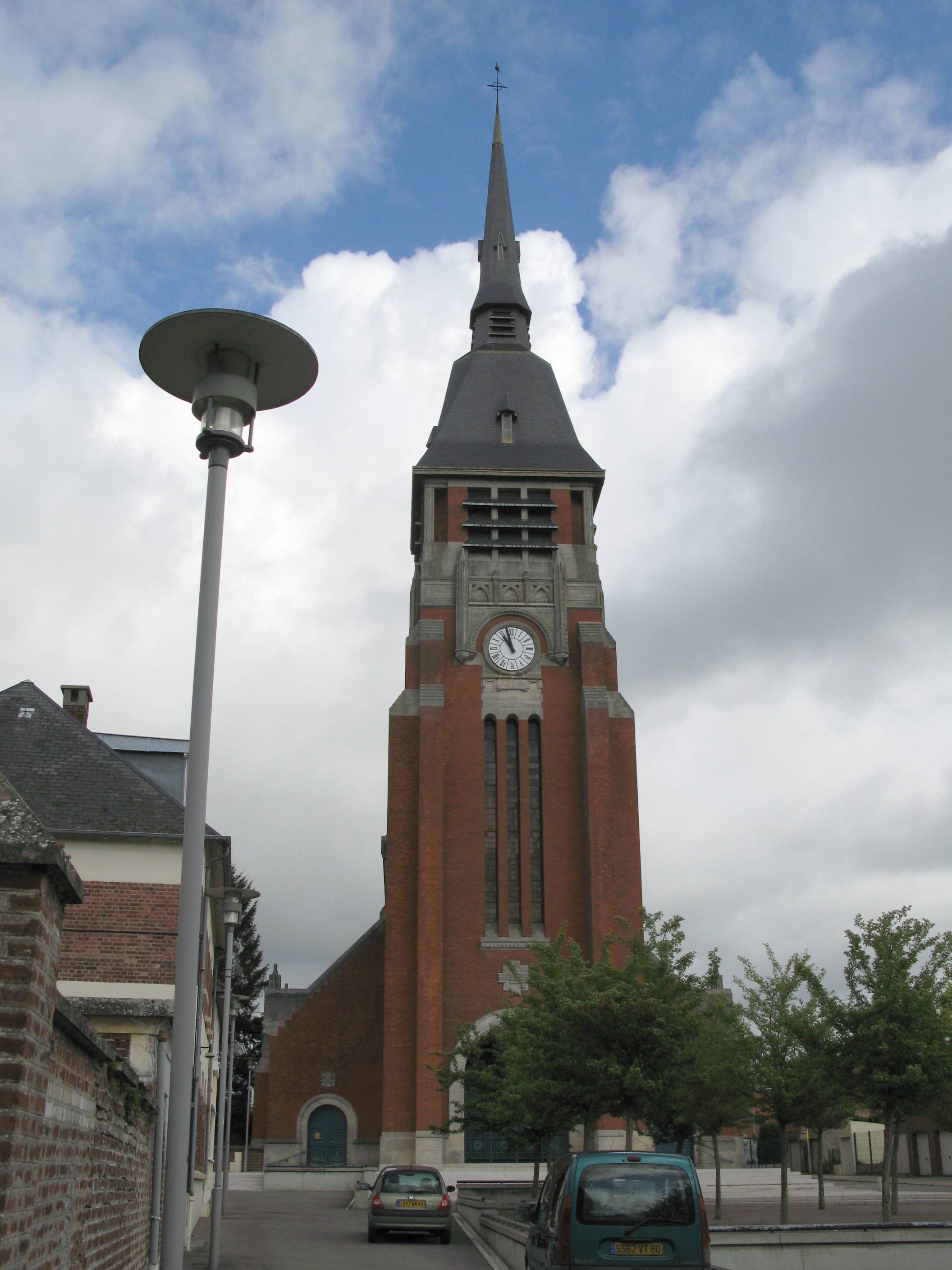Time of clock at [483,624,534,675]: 10:57
